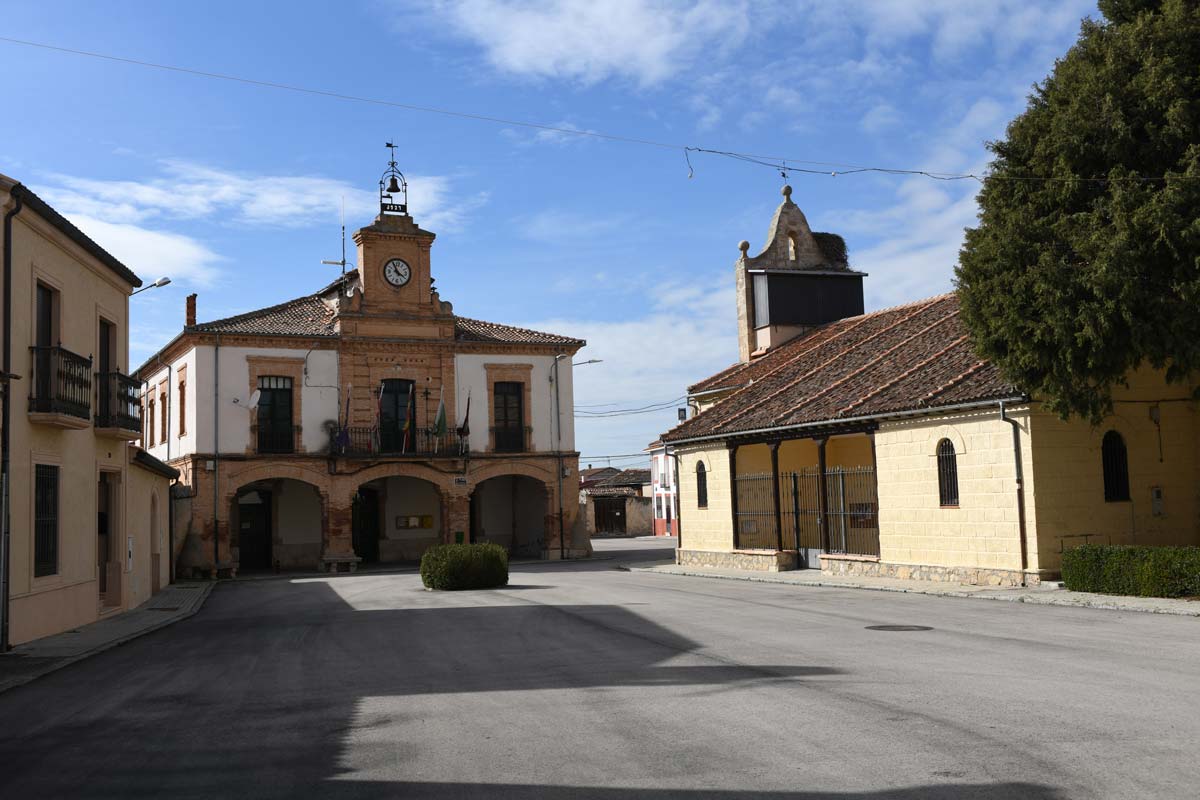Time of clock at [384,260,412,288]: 3:55
